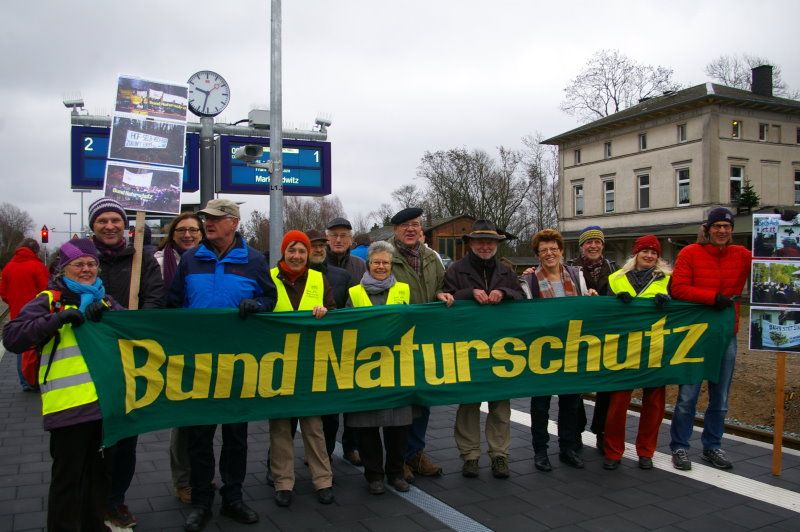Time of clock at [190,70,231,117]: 9:32
